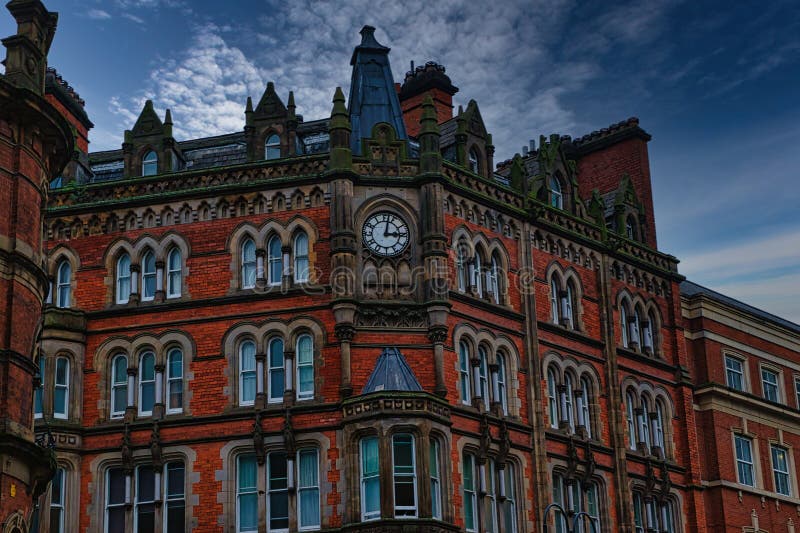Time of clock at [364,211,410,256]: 3:02
